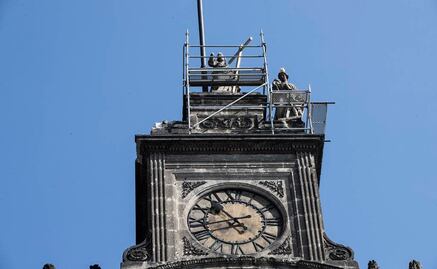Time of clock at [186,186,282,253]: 10:42
